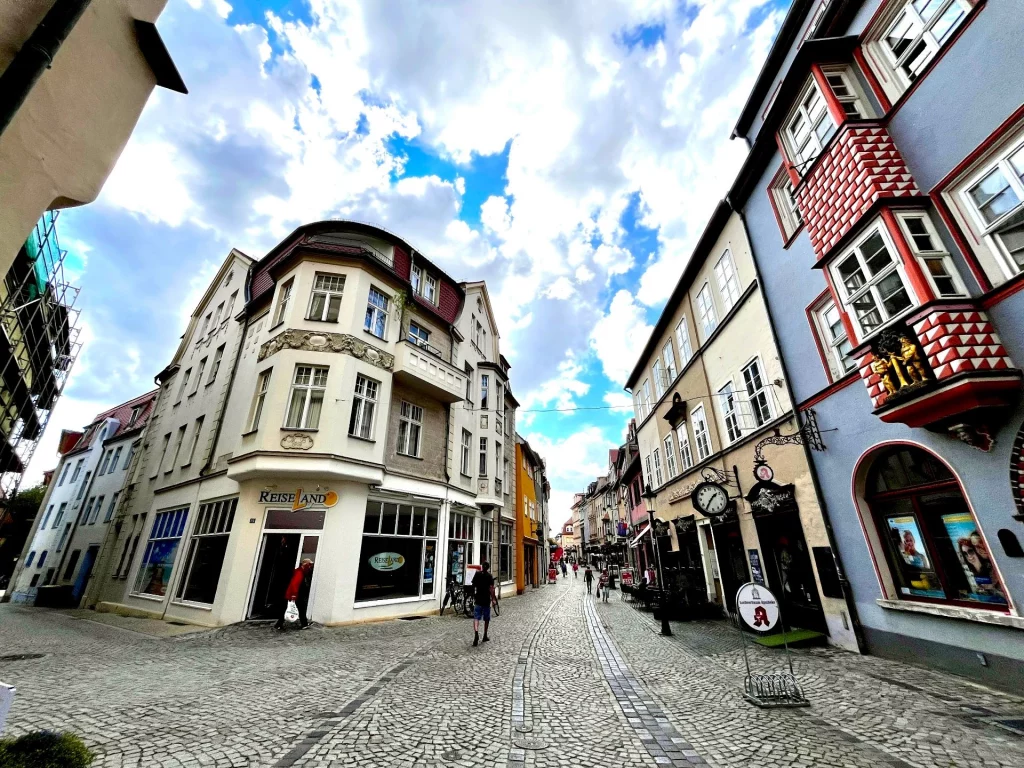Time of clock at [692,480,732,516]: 1:35
